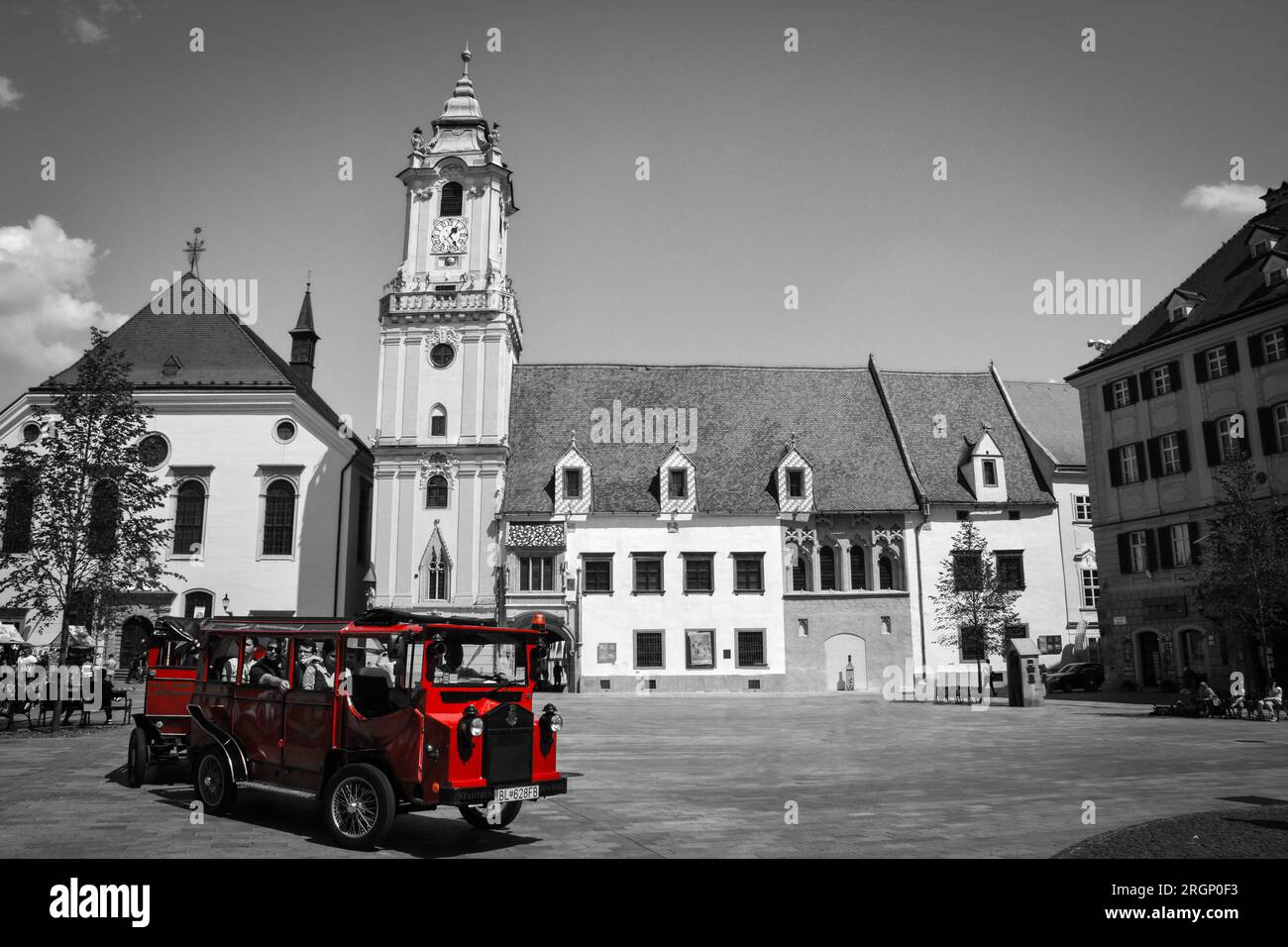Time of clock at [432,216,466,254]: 1:24
